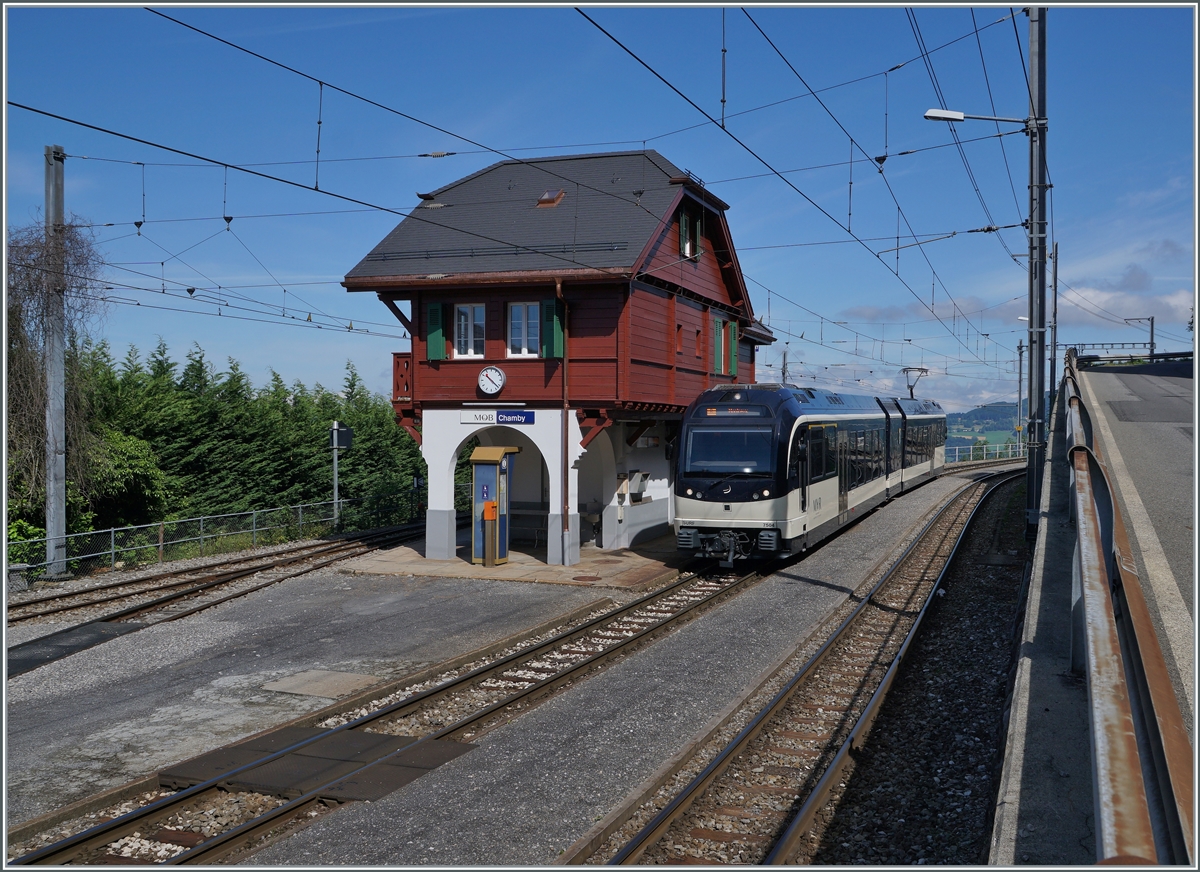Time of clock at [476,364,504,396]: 10:22
